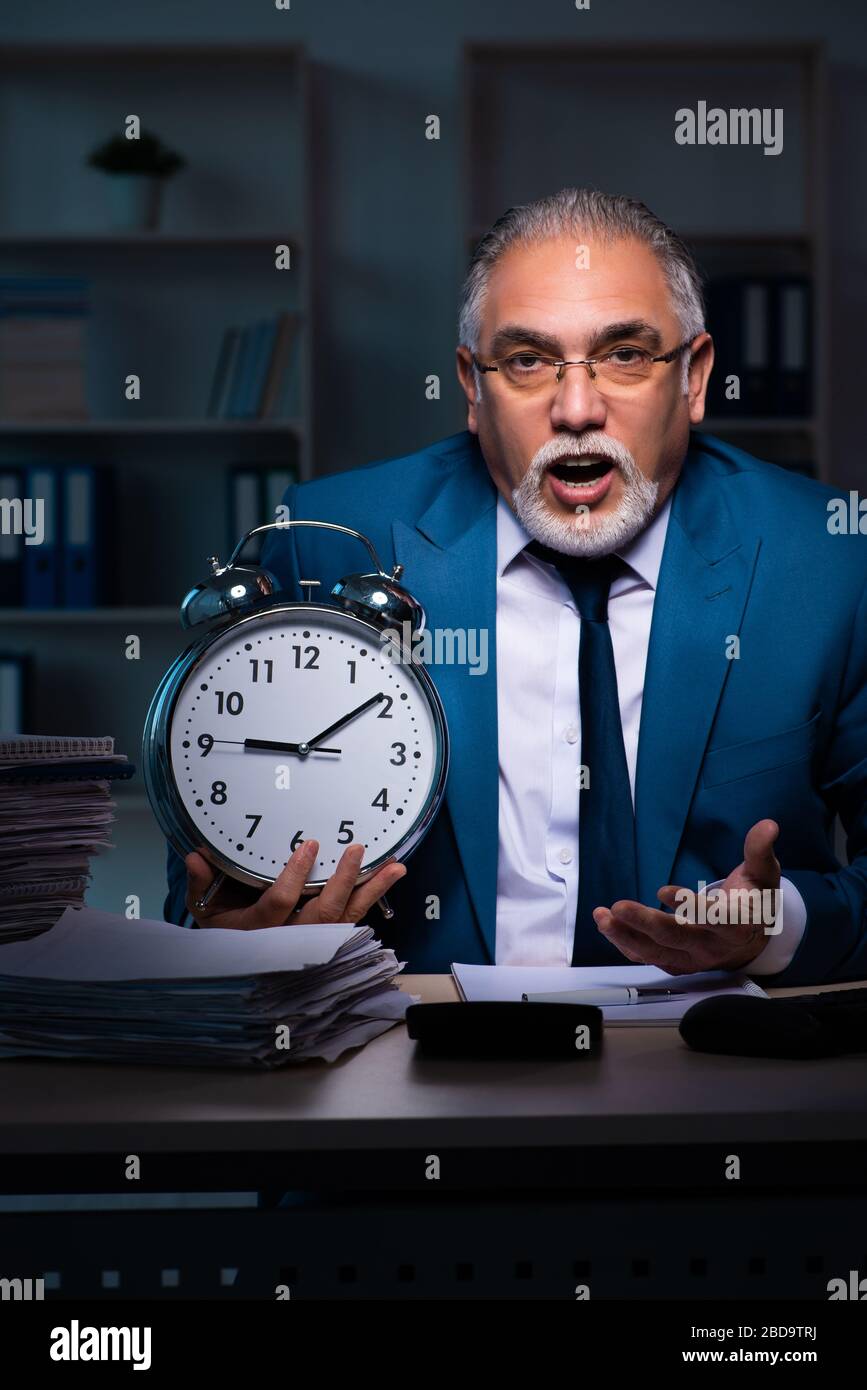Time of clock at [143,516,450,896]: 9:09
